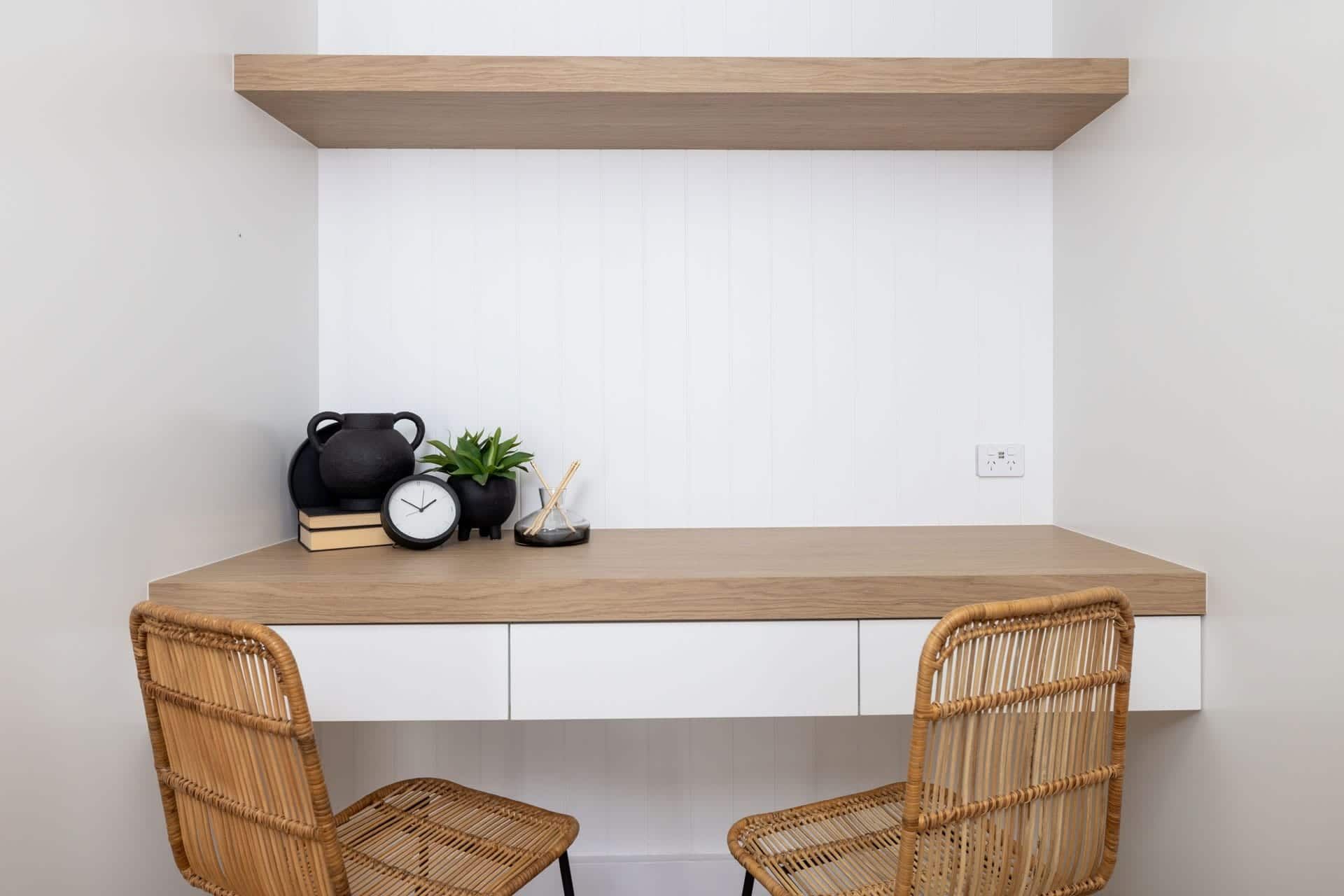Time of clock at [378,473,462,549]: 1:50
